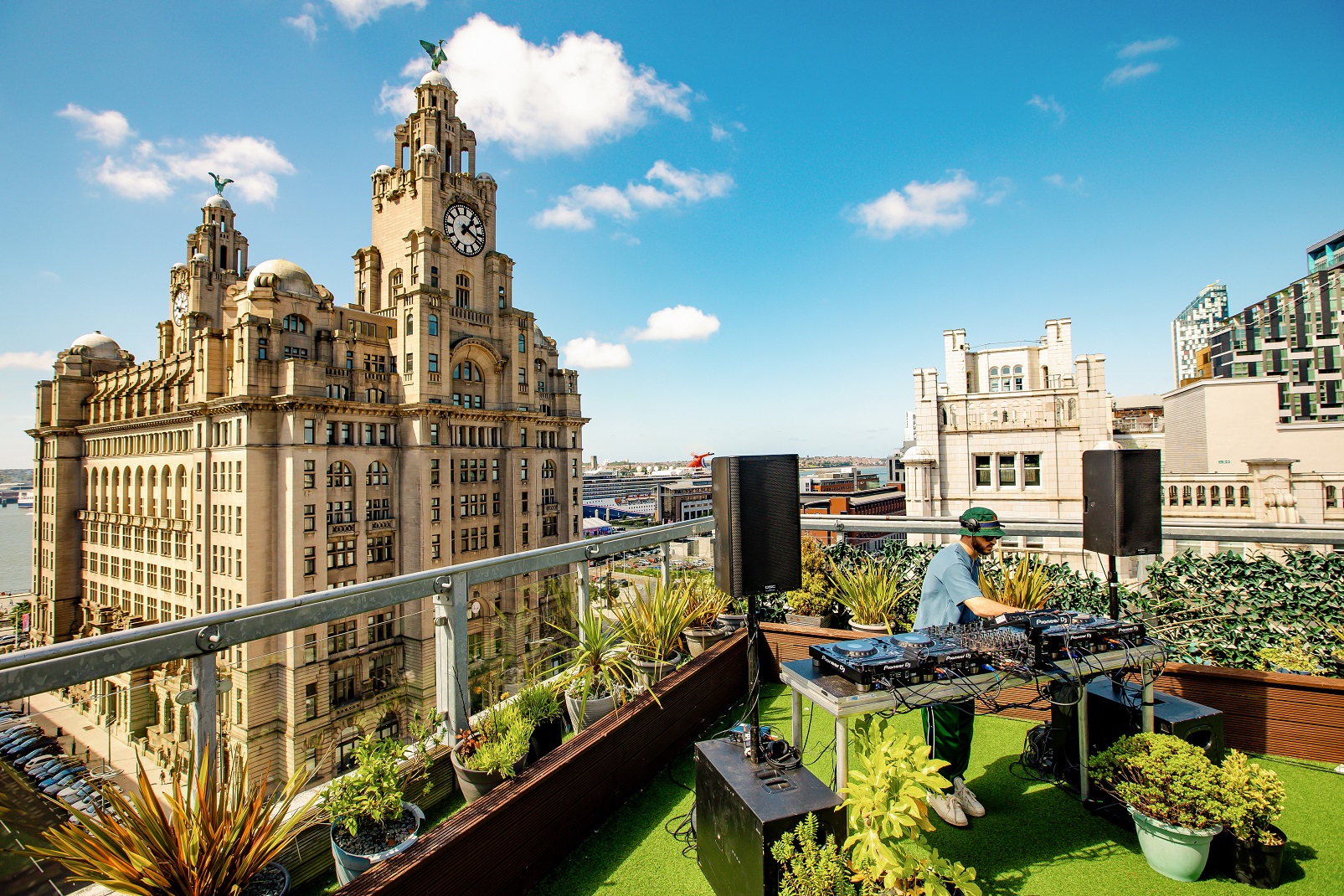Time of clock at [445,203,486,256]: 1:18
